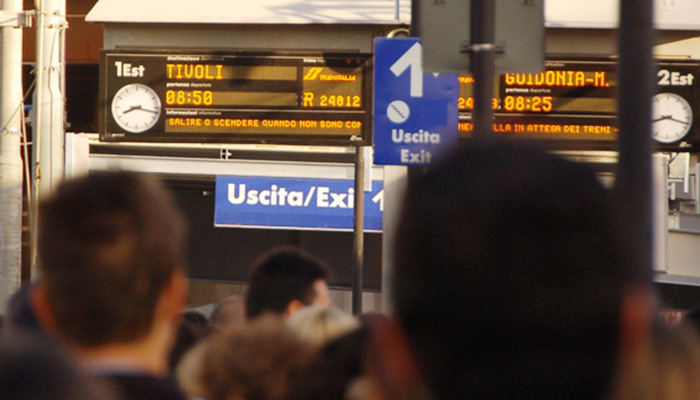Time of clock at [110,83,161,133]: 8:17
